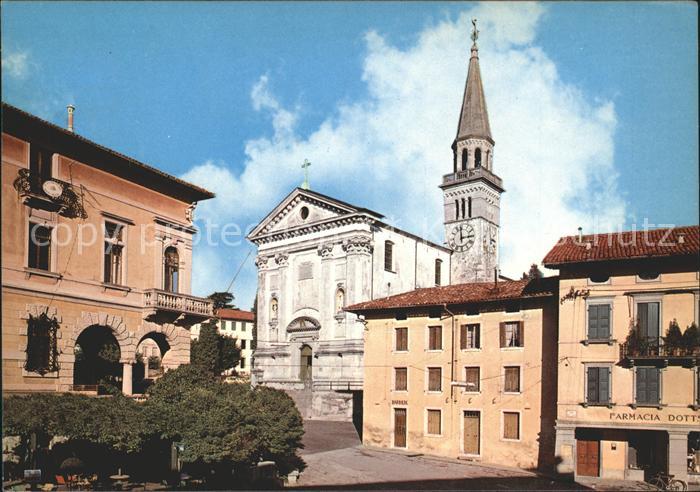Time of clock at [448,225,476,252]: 2:59
